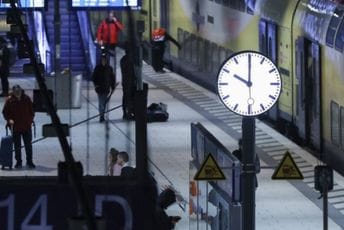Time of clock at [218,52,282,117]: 10:00
